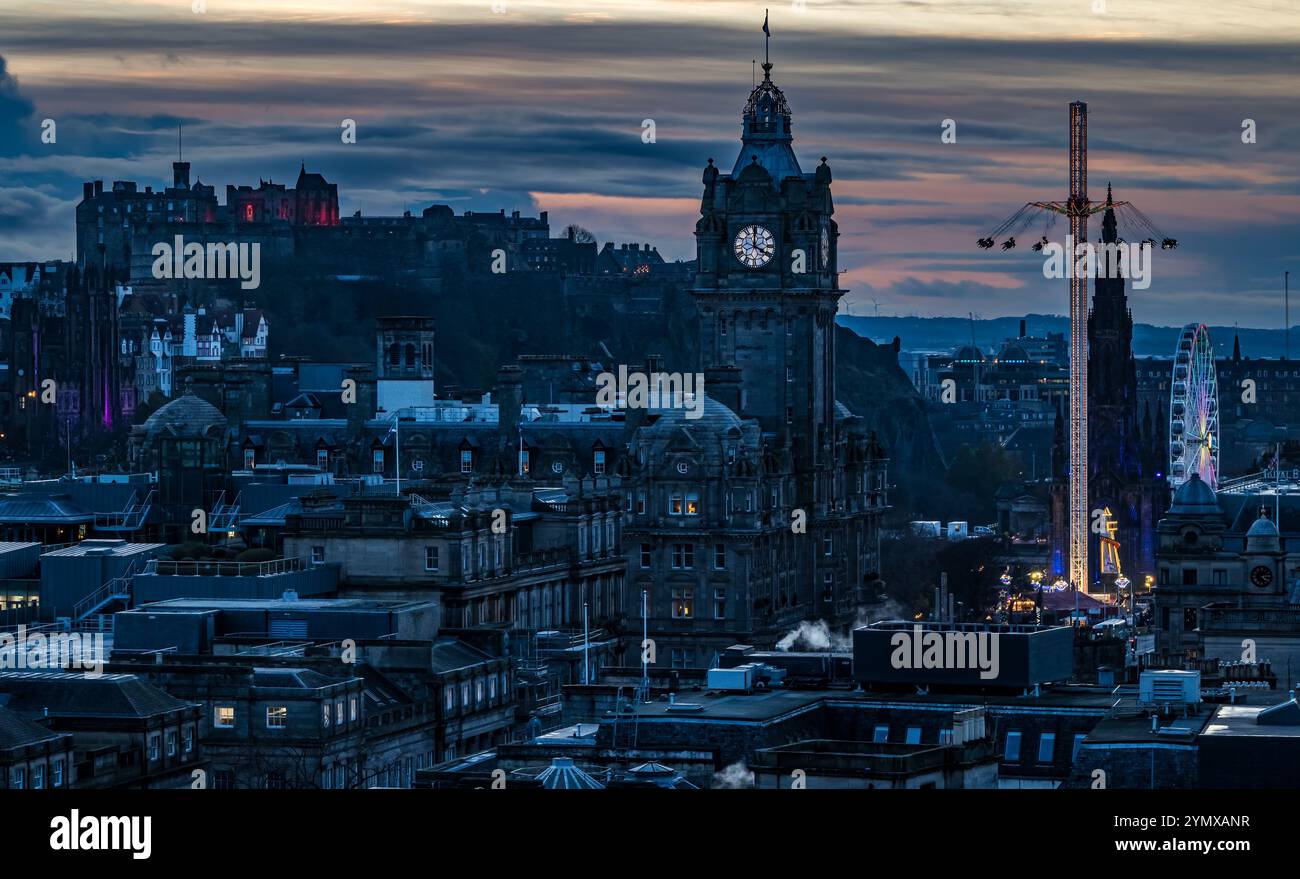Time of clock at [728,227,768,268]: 4:00
